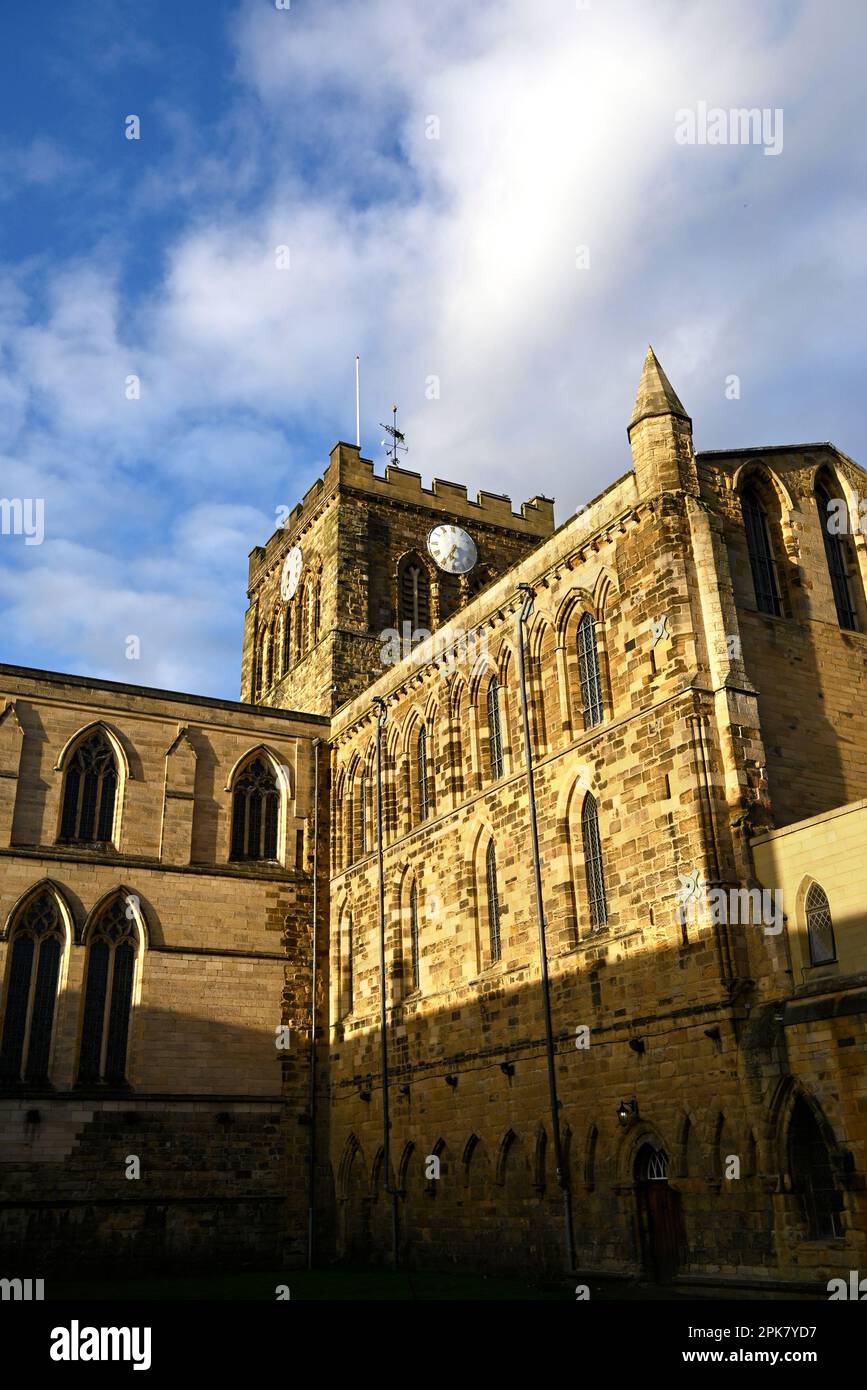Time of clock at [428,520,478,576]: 6:34
